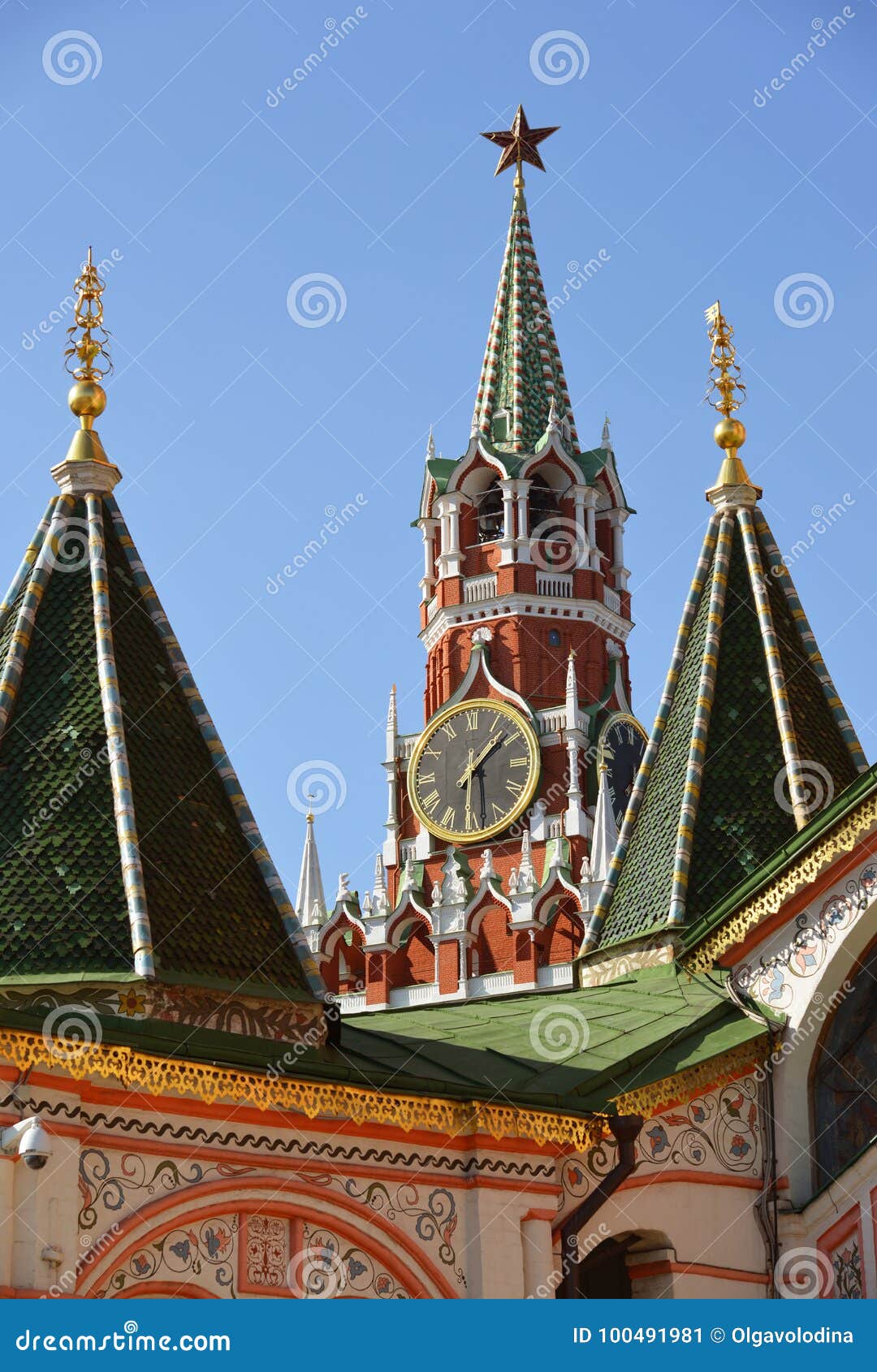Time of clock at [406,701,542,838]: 1:28
